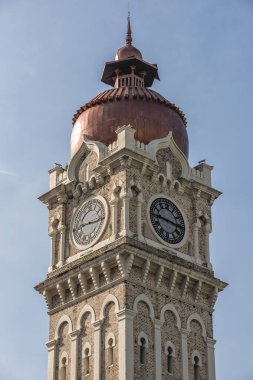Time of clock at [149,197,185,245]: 9:16
